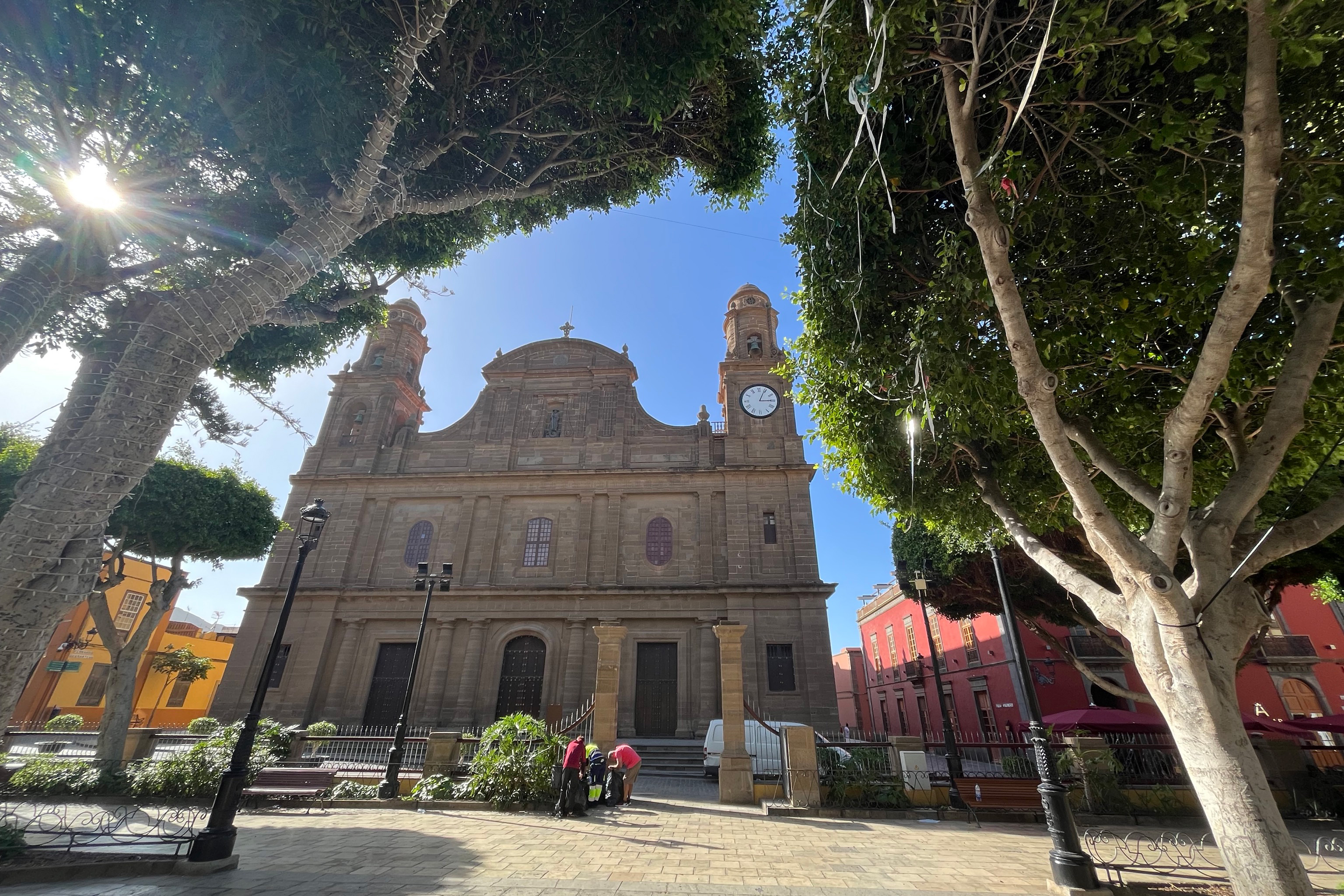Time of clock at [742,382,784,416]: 3:04
